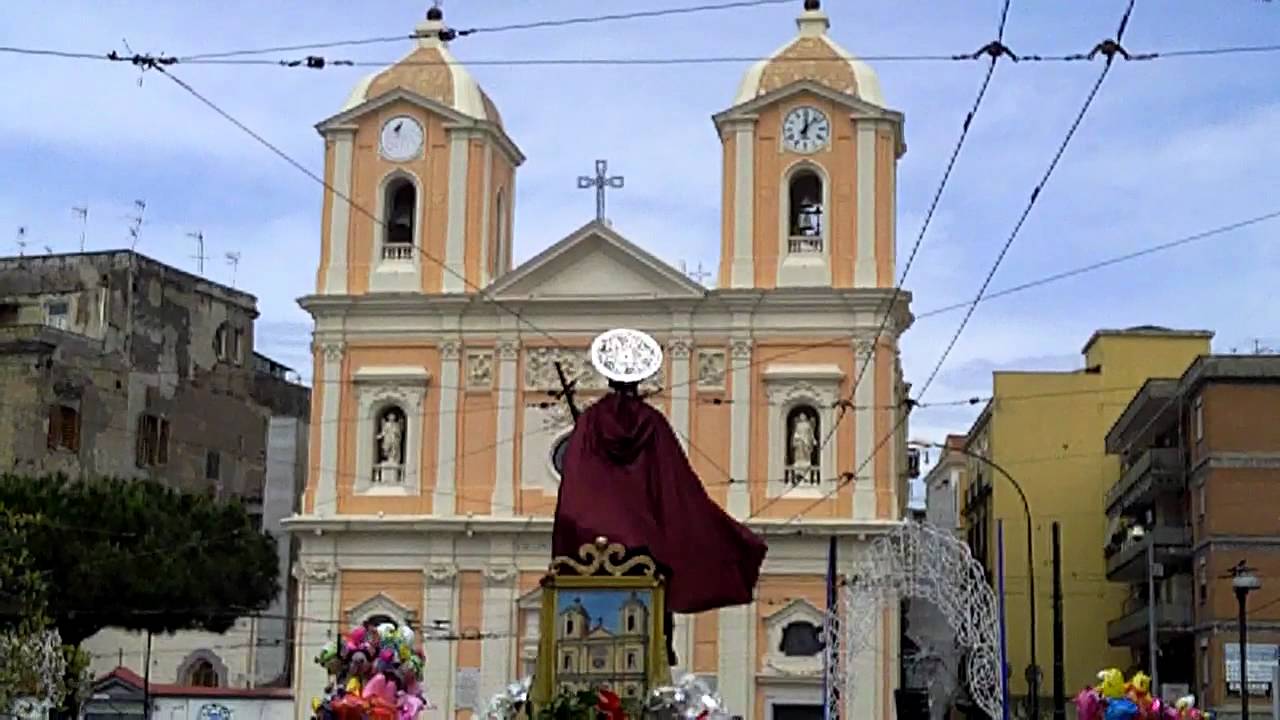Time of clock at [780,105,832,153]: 12:07
